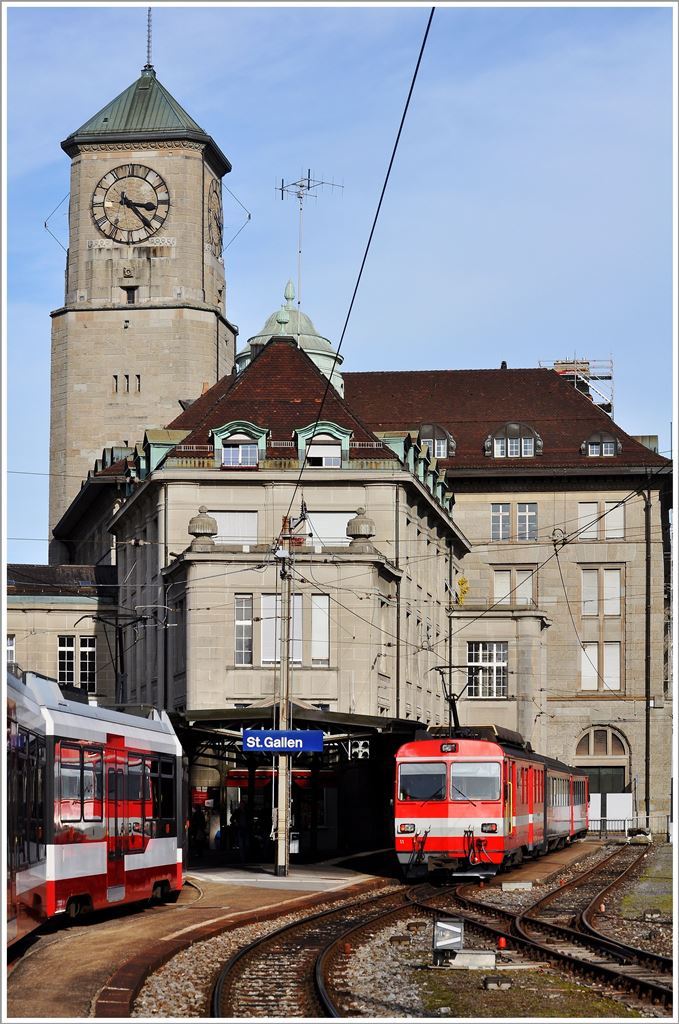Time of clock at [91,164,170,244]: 3:22
